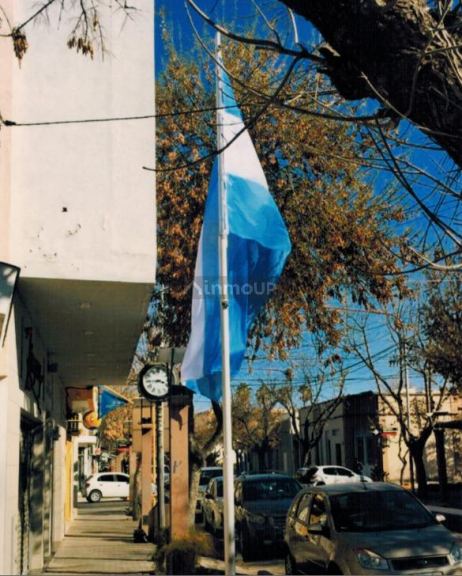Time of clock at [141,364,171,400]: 3:44
